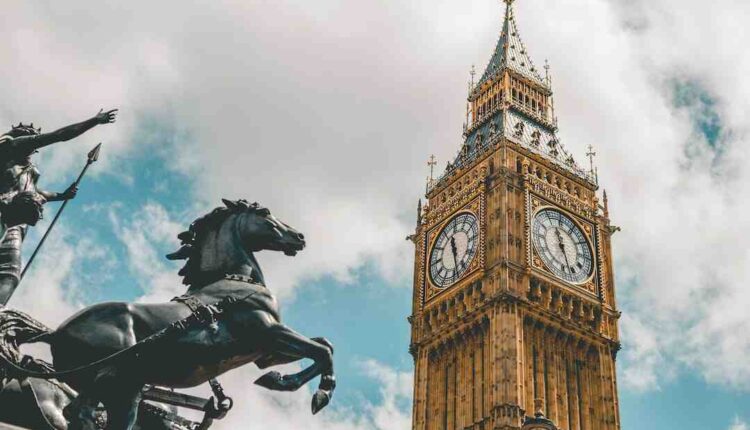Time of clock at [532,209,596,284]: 11:27
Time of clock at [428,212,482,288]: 11:28
